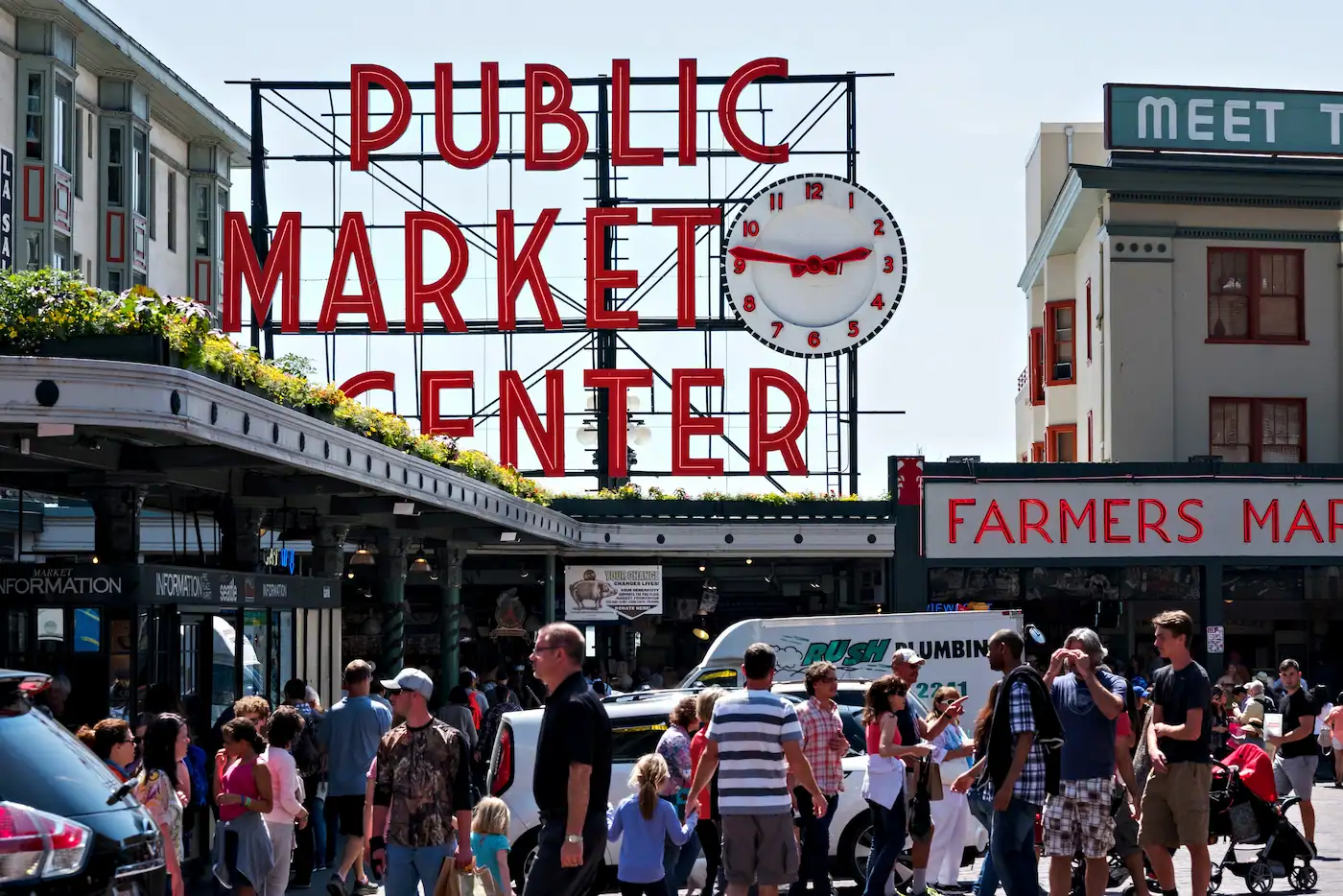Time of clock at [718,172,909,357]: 2:46
